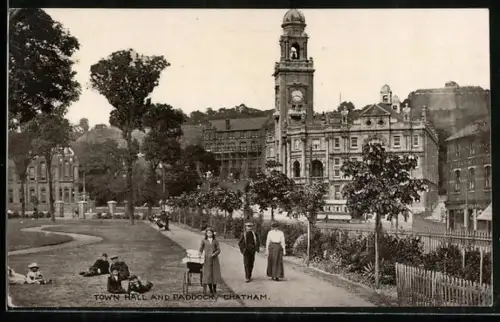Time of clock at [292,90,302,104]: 3:42
